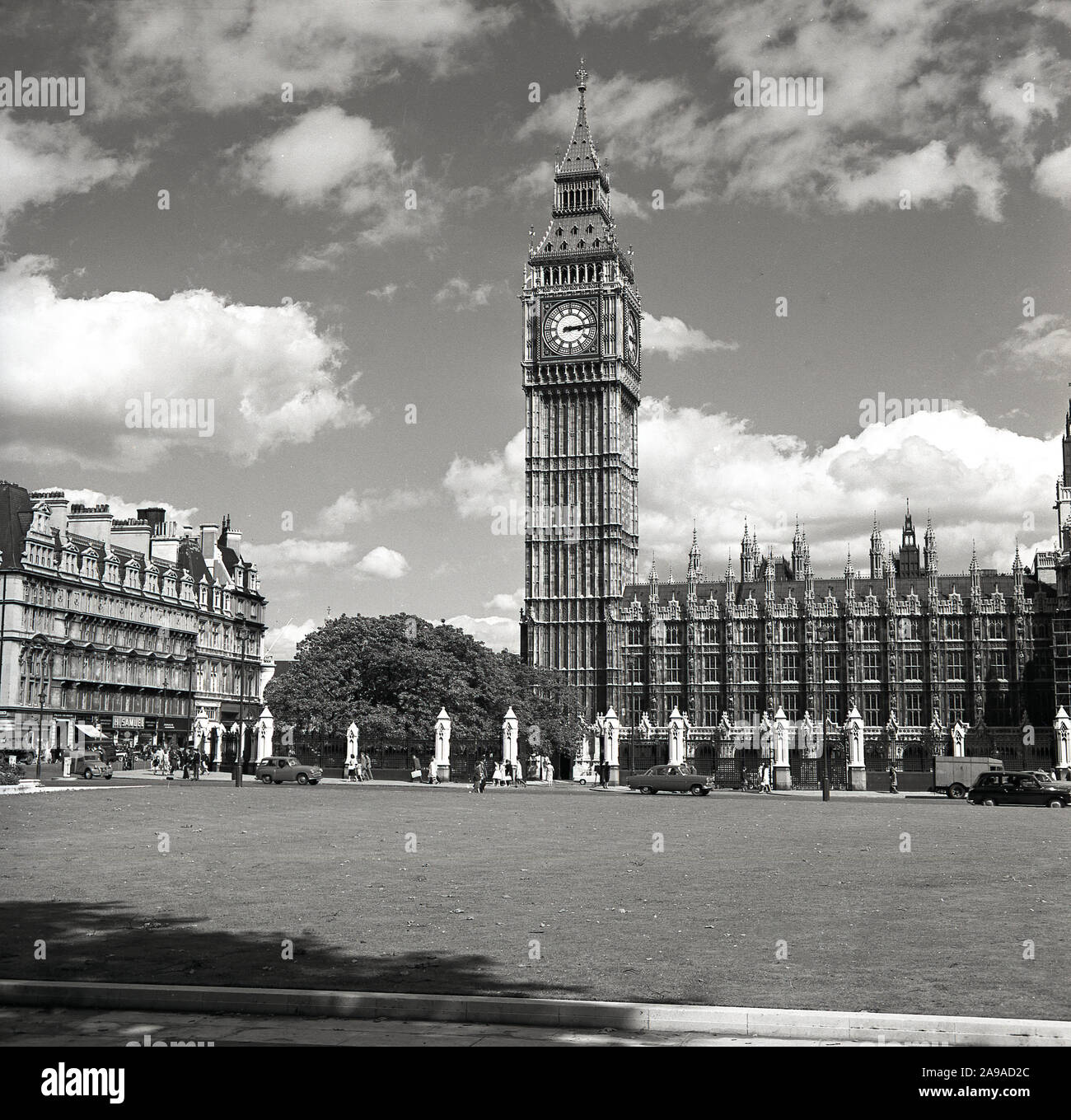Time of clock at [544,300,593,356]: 3:13
